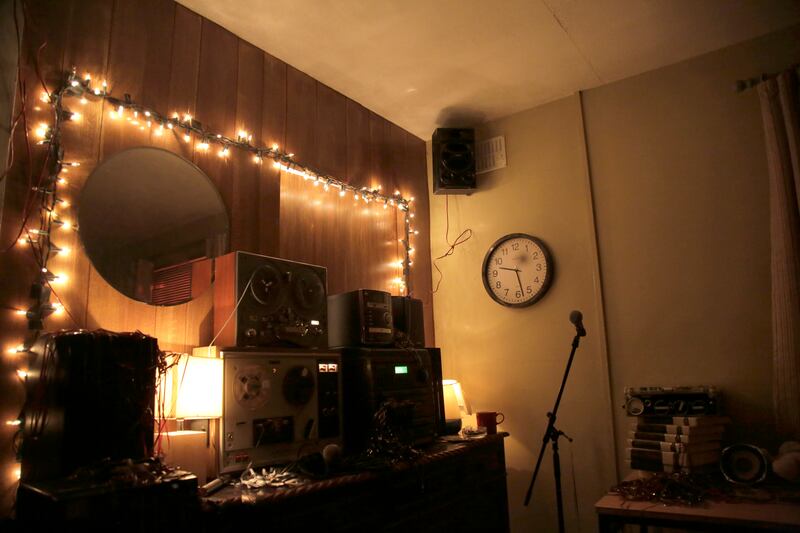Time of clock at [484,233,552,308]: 9:28
